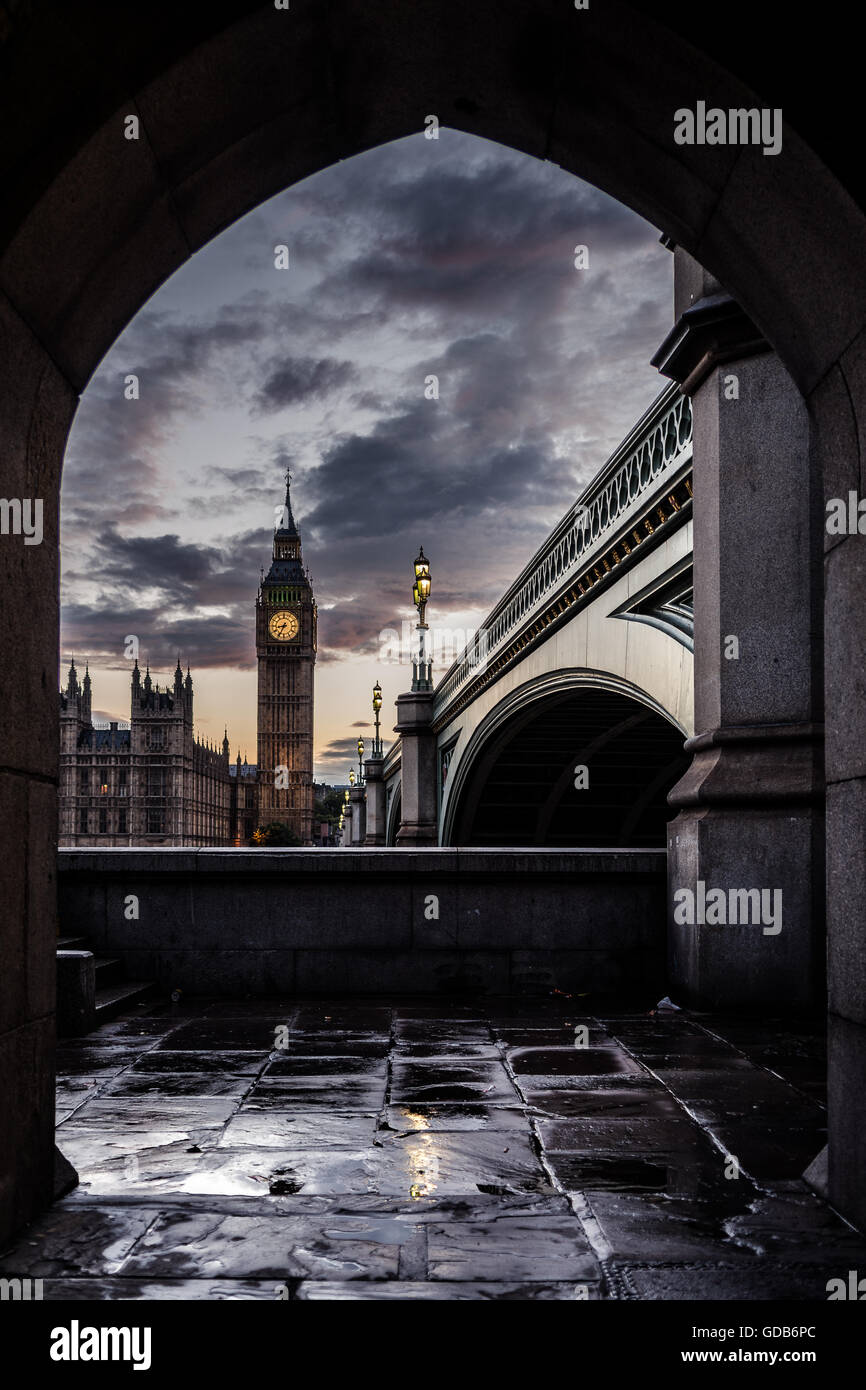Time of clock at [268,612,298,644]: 8:34
